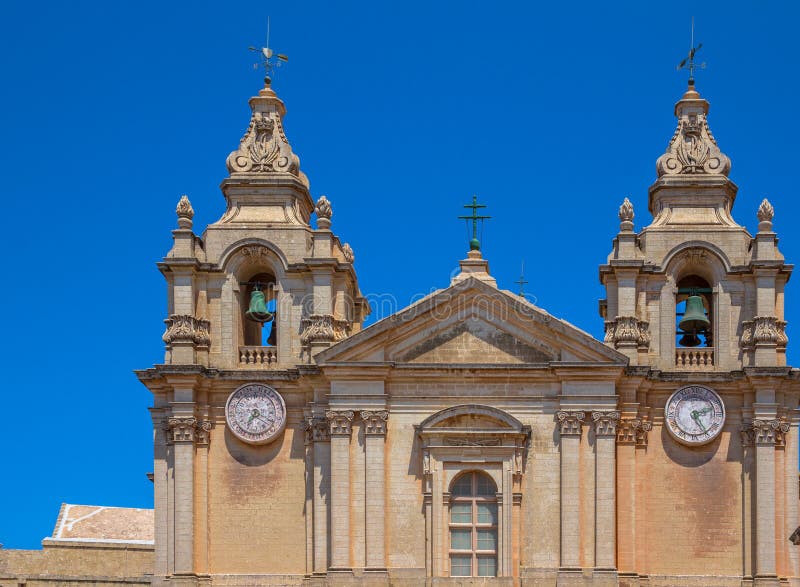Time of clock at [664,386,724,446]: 2:25
